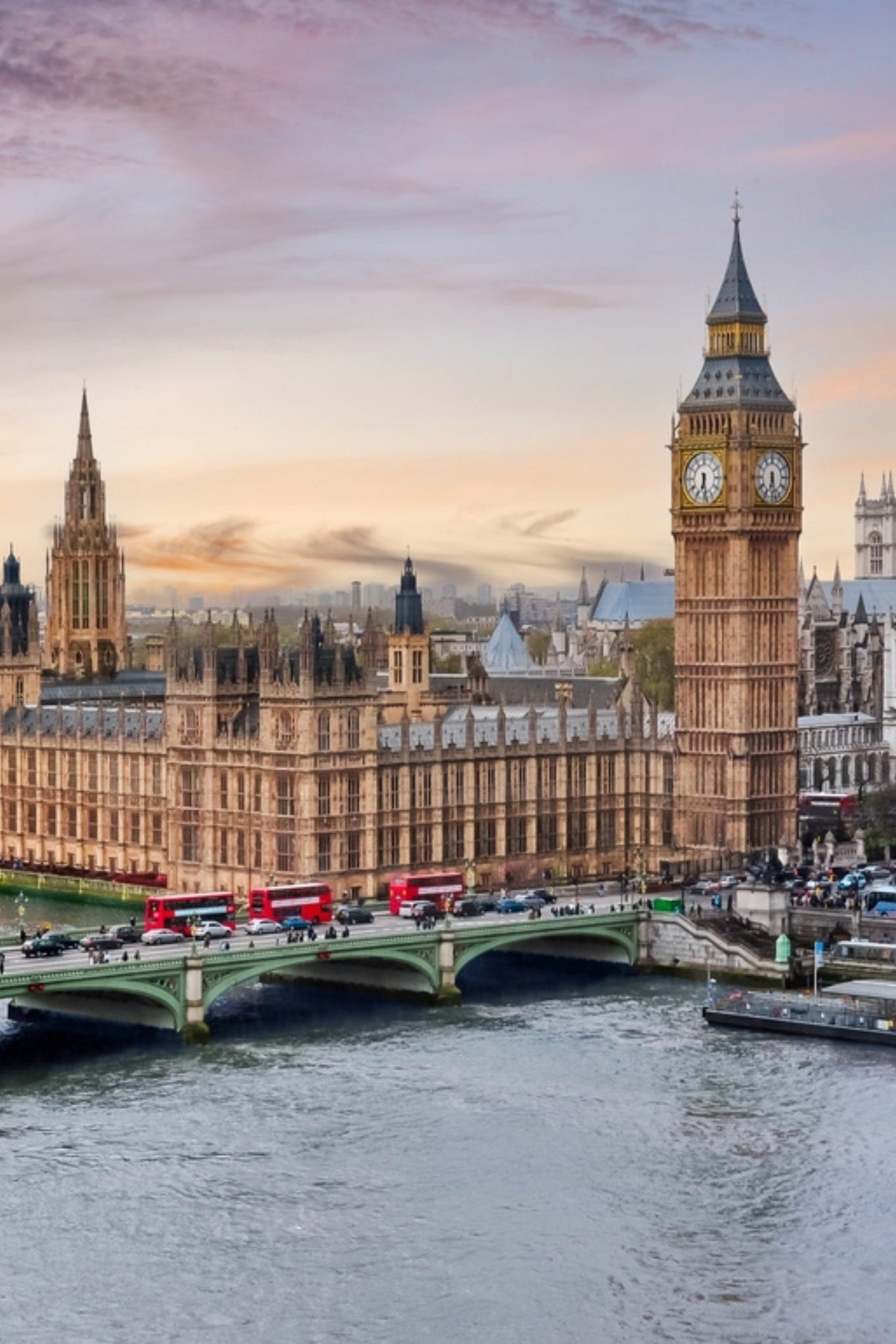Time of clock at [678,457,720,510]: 6:28
